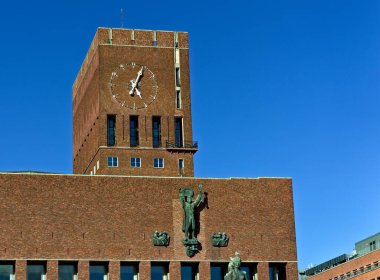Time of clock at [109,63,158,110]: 5:04
